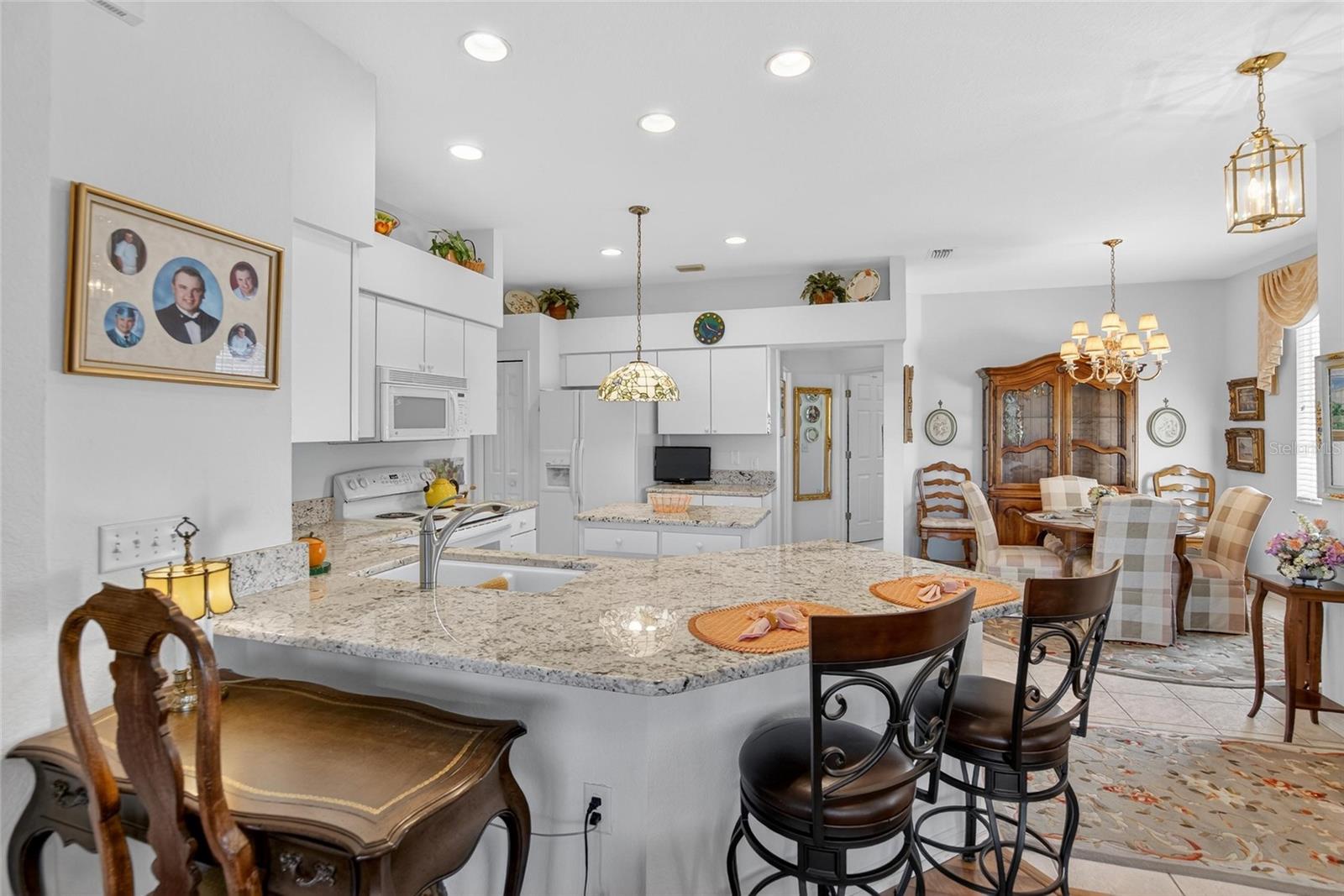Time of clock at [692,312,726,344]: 11:19
